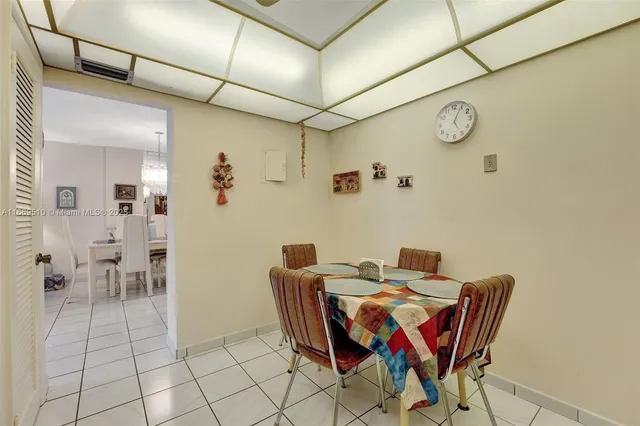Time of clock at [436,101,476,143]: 5:04
